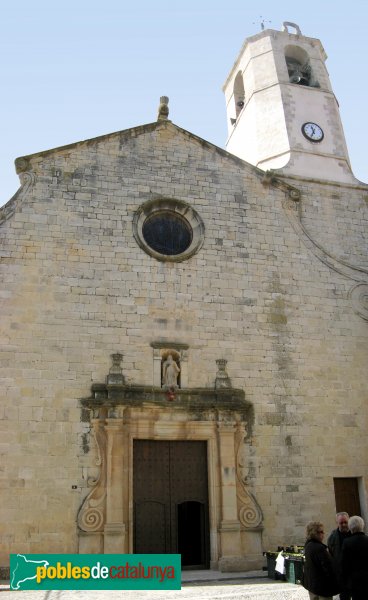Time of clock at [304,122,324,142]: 11:34
